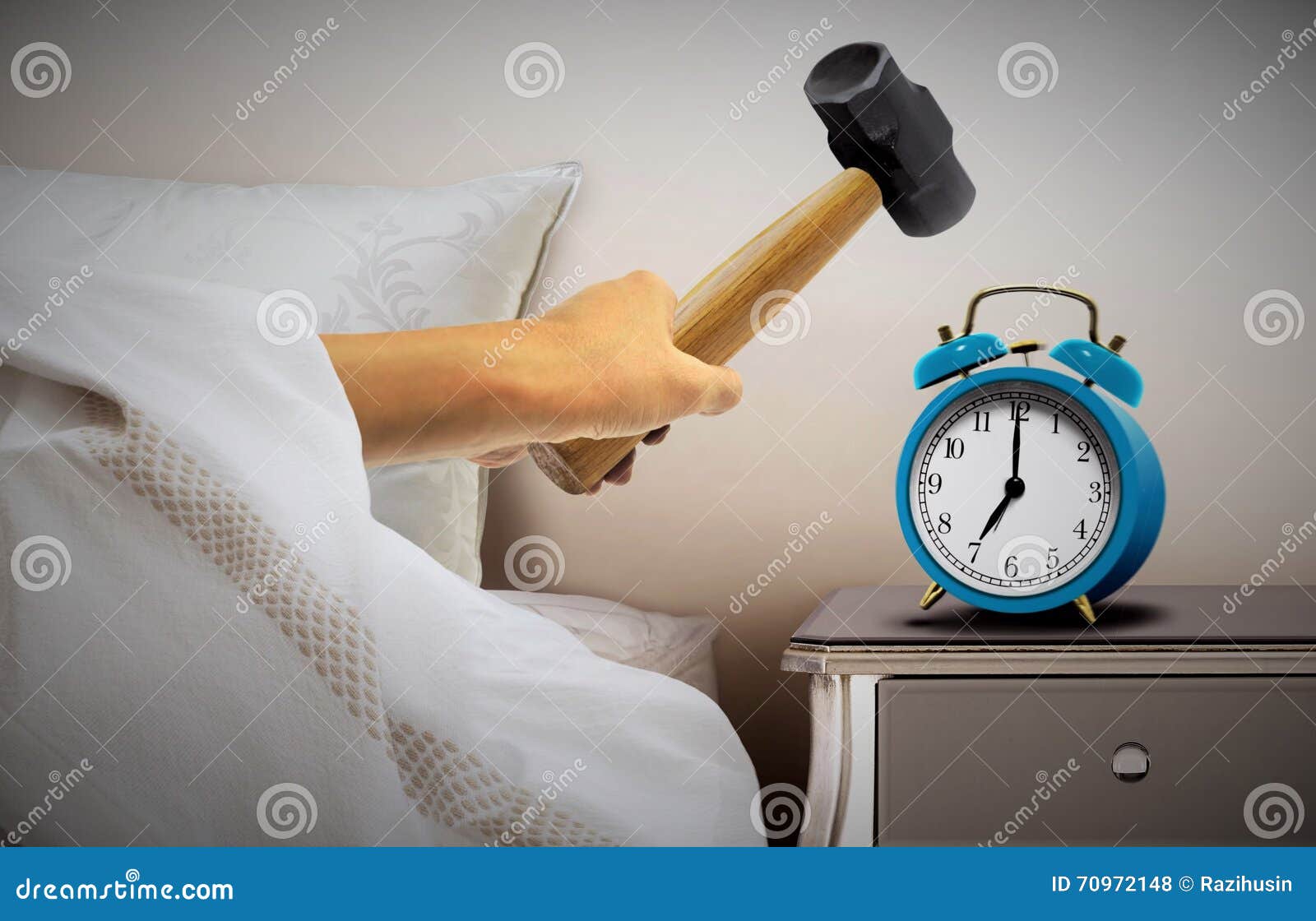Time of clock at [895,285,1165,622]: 7:00
